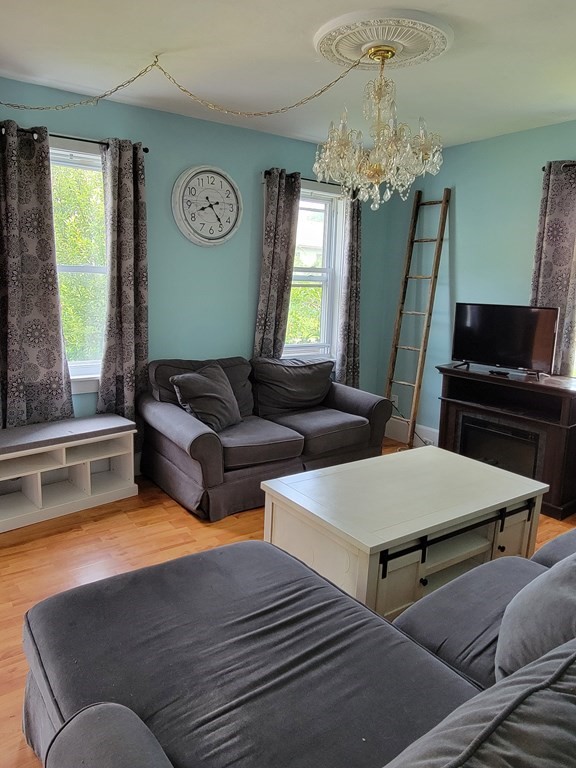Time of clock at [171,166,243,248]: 8:23
